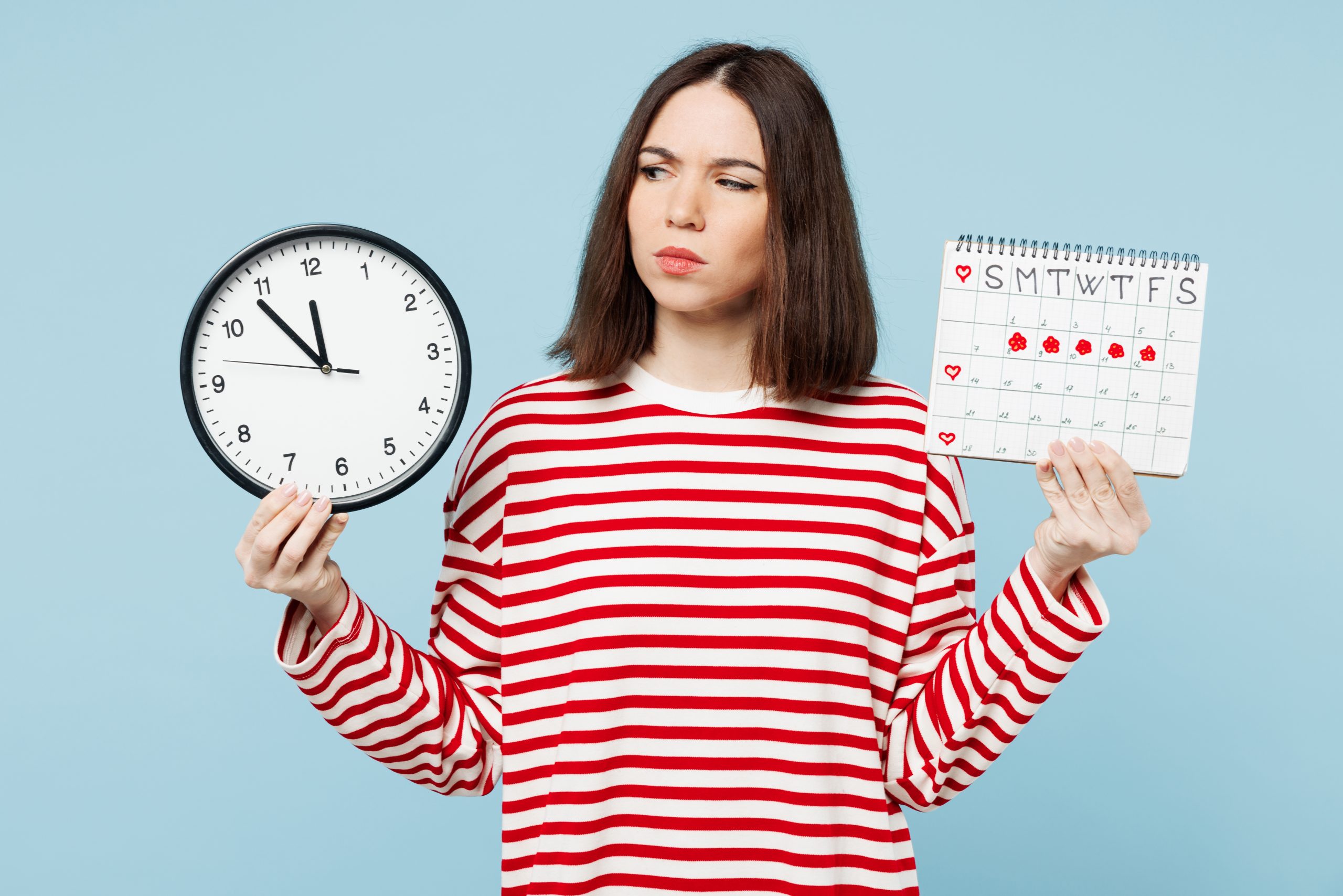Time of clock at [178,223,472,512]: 11:53
